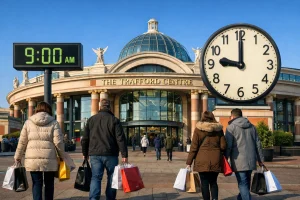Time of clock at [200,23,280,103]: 9:00
